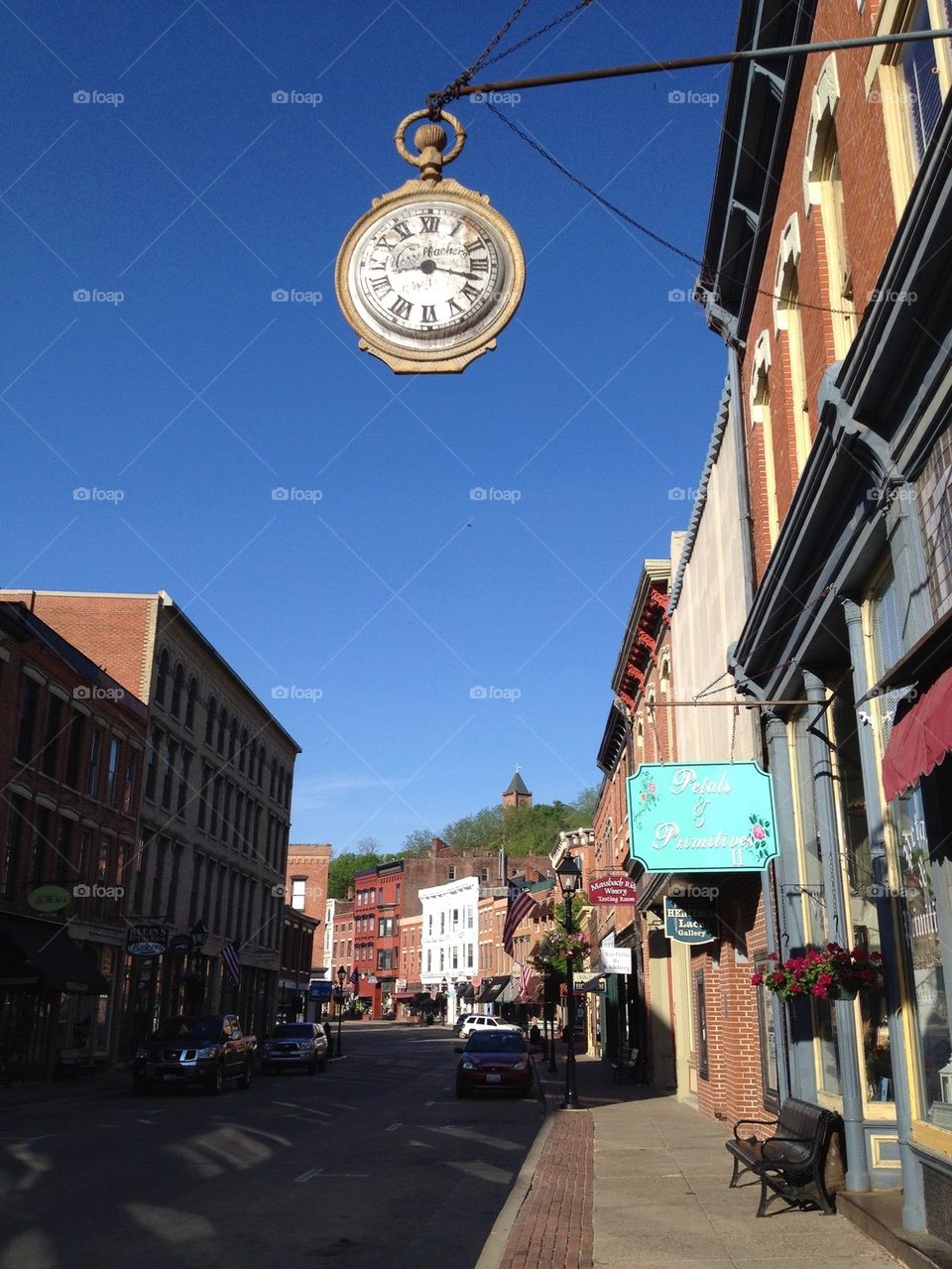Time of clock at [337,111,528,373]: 12:16
